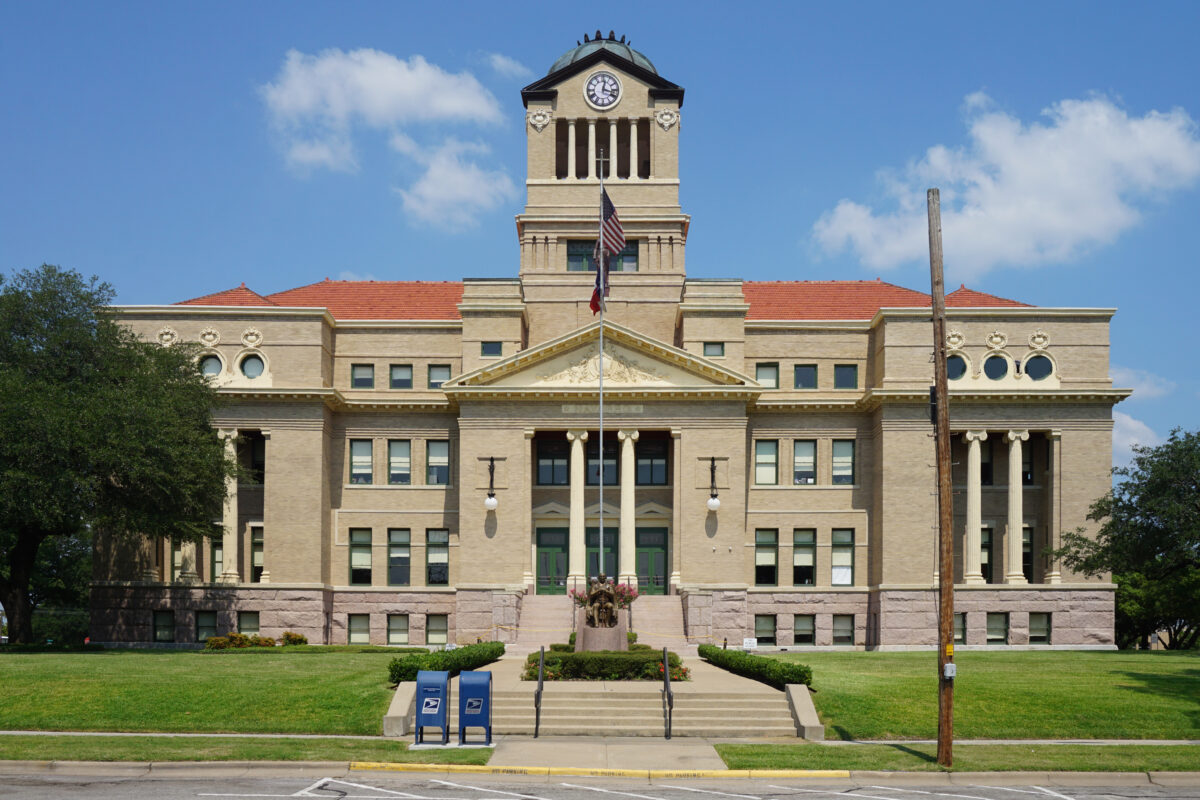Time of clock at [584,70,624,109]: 12:17
